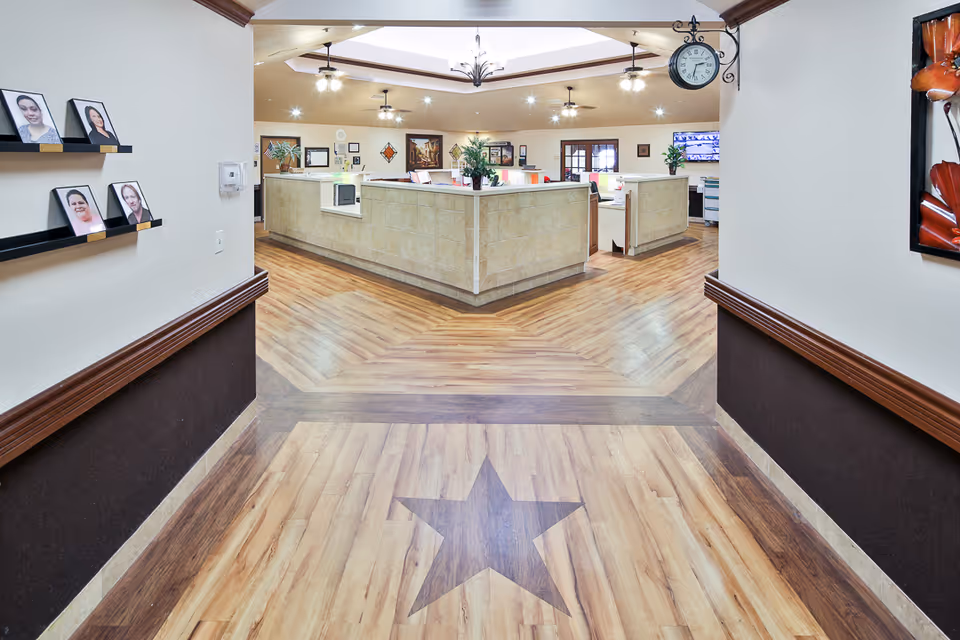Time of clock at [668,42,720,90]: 2:32
